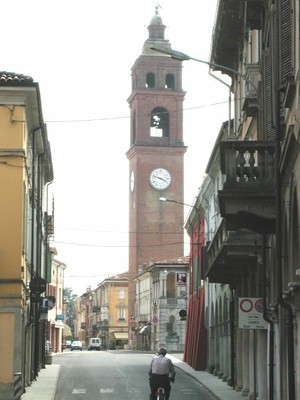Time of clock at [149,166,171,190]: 3:47
